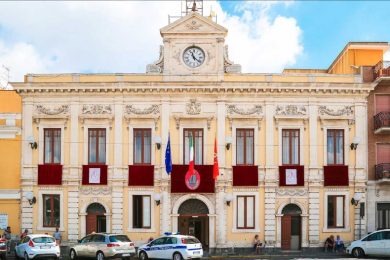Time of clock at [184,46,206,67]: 11:21
